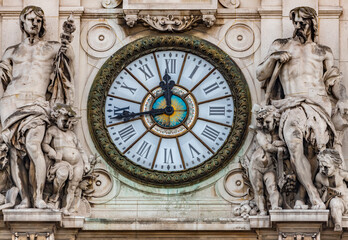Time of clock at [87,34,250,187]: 11:43
